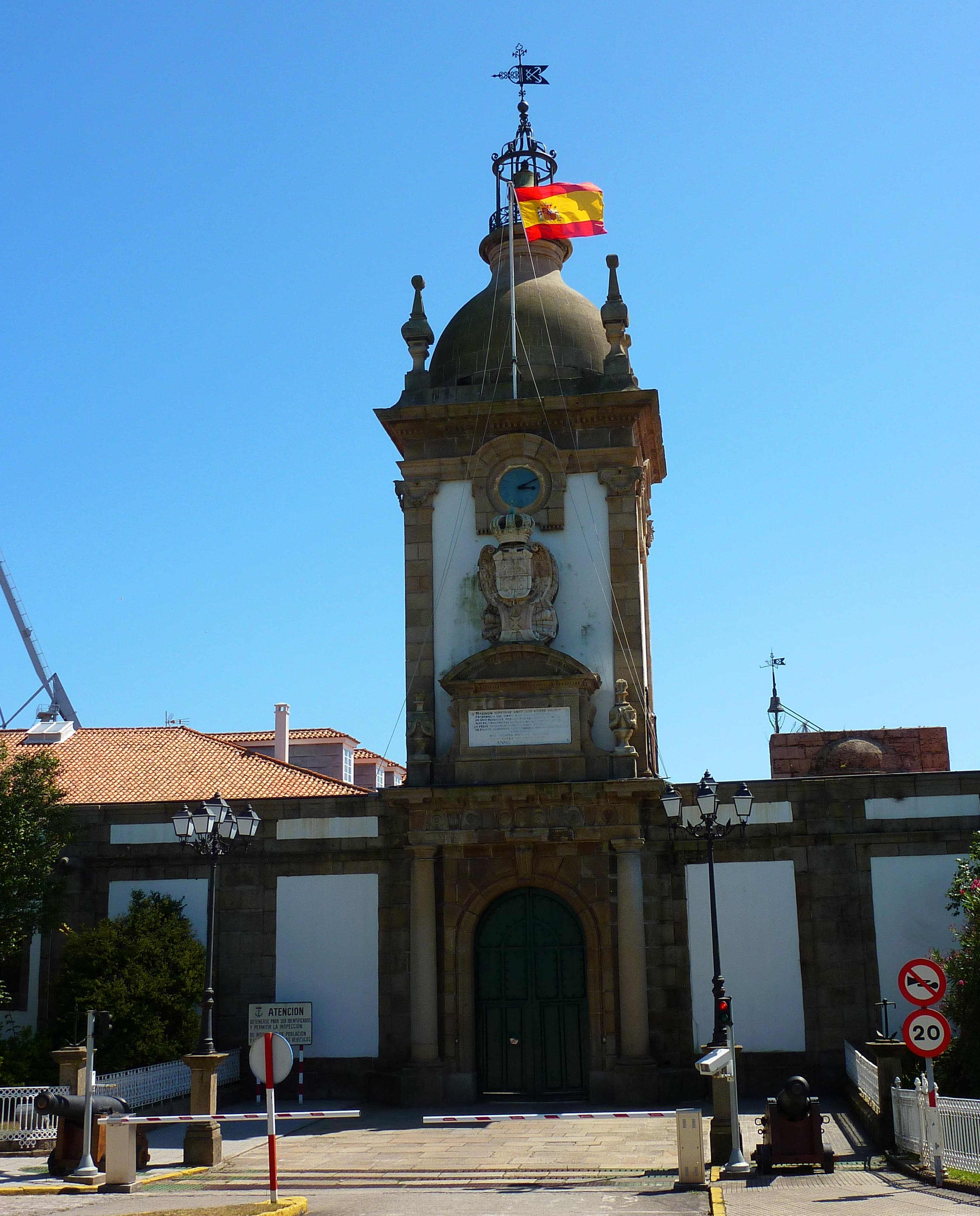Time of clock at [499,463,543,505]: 3:10
